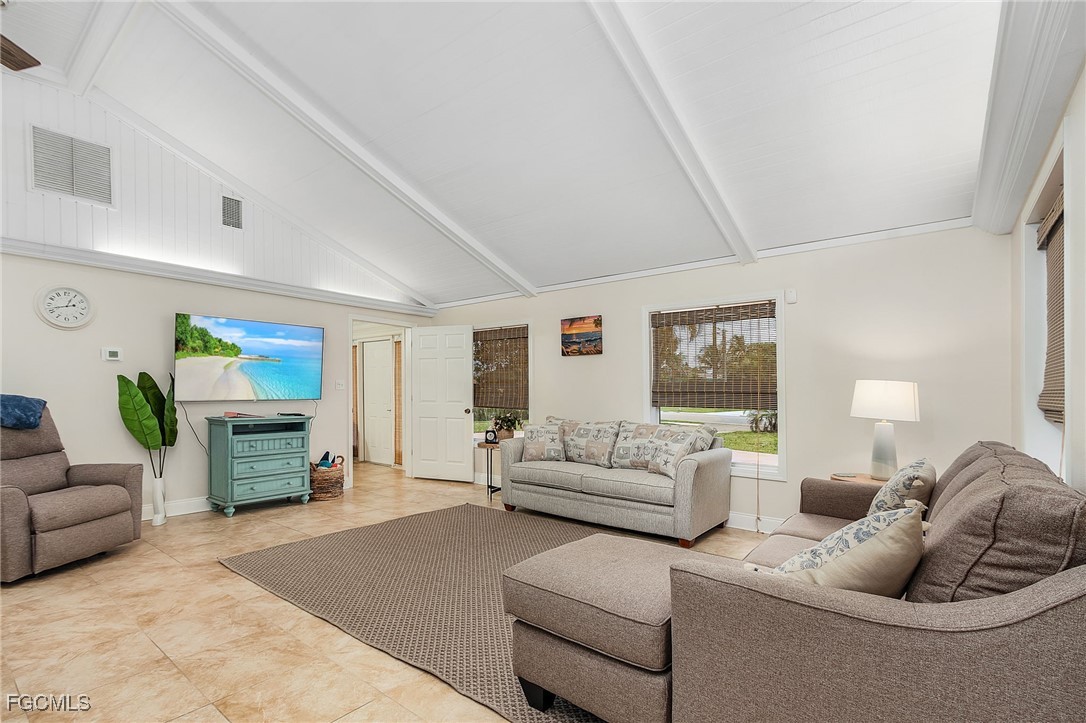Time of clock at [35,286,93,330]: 12:42
